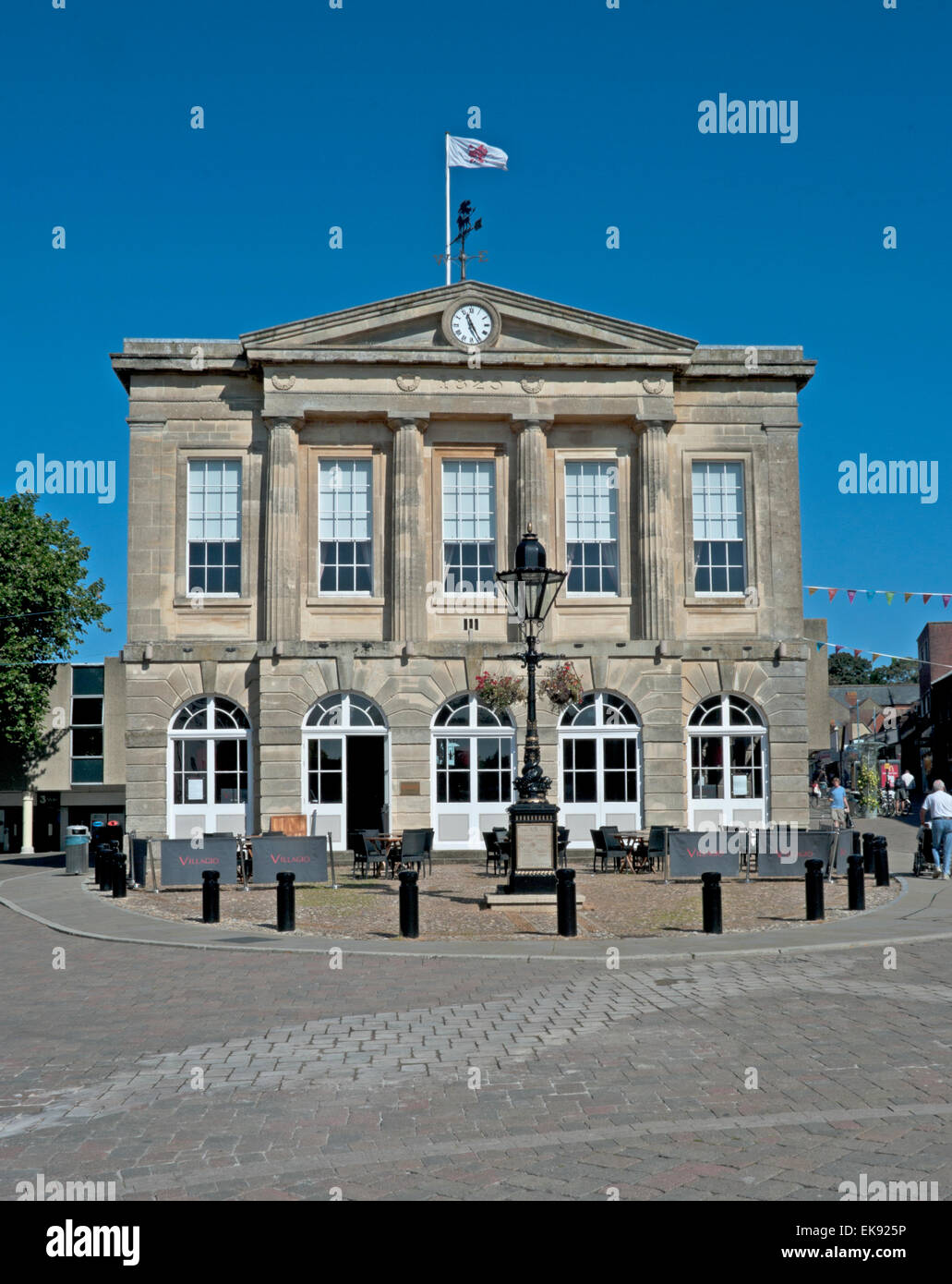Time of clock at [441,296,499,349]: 11:25
